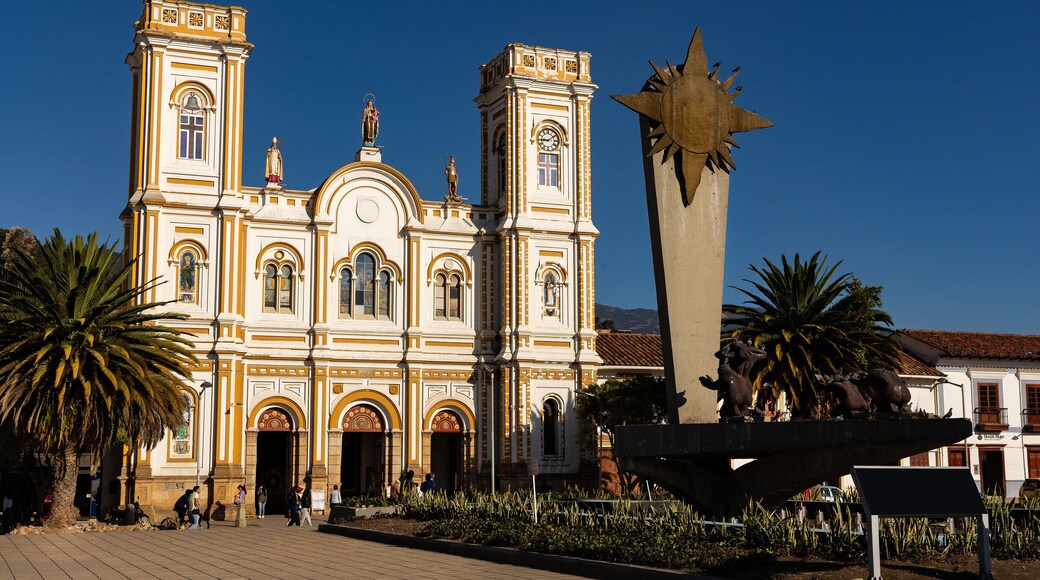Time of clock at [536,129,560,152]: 9:09
